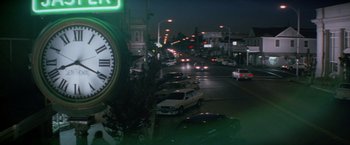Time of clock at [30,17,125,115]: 8:19
